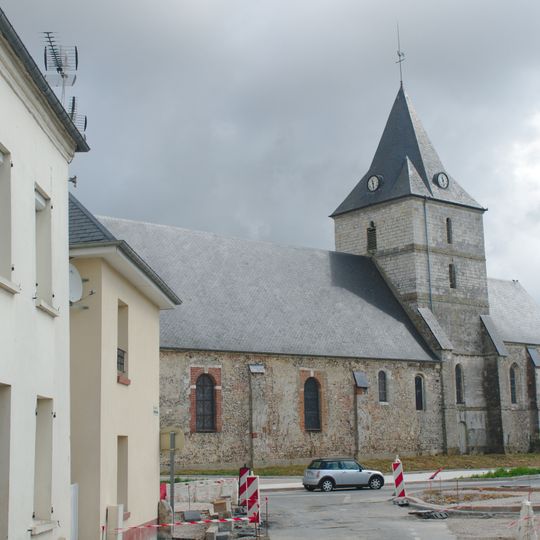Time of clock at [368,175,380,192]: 11:28
